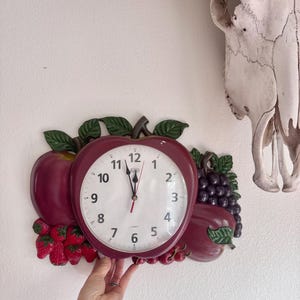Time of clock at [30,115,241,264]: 11:57
